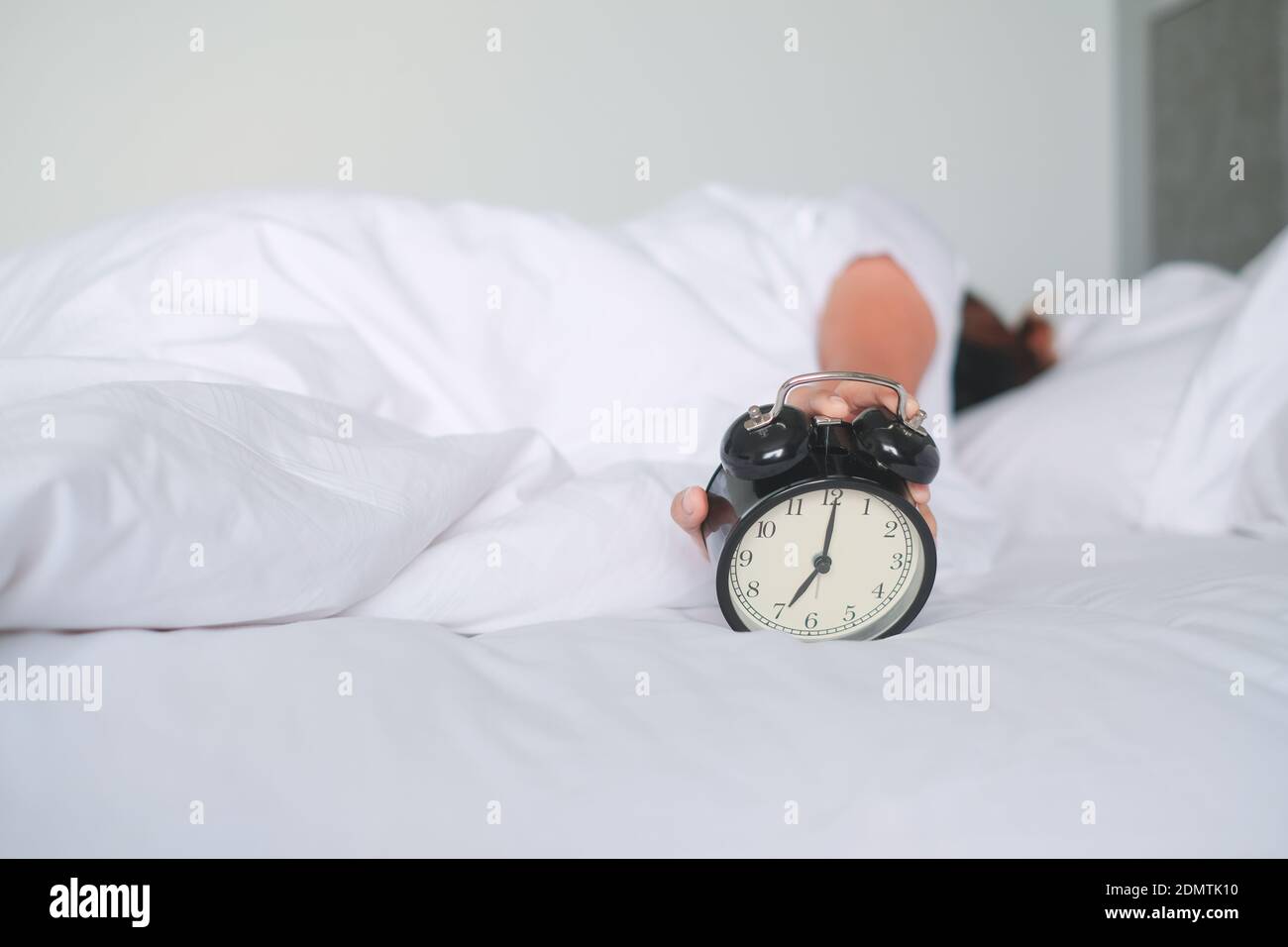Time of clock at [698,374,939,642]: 7:00
